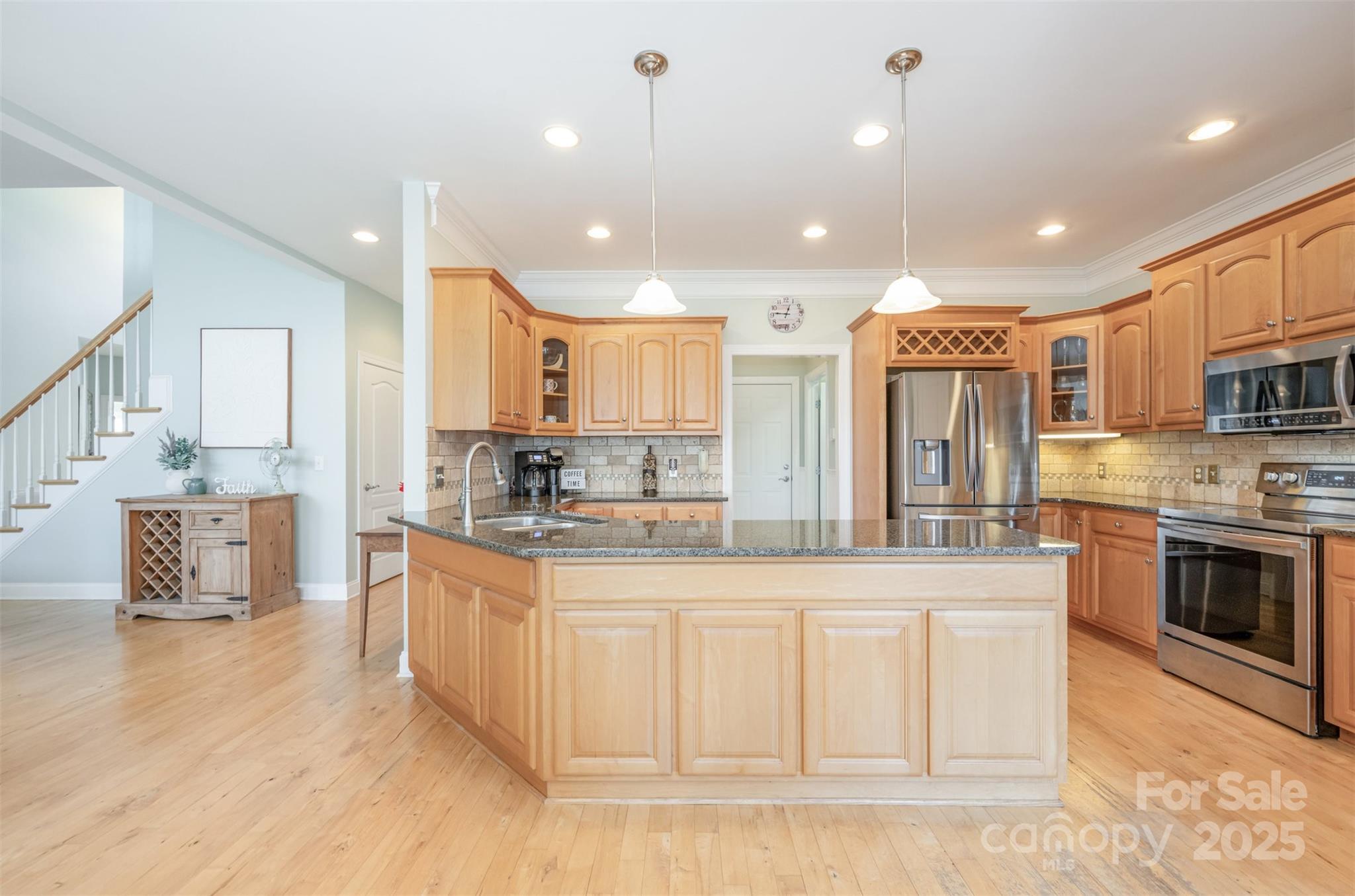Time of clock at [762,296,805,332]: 12:46
